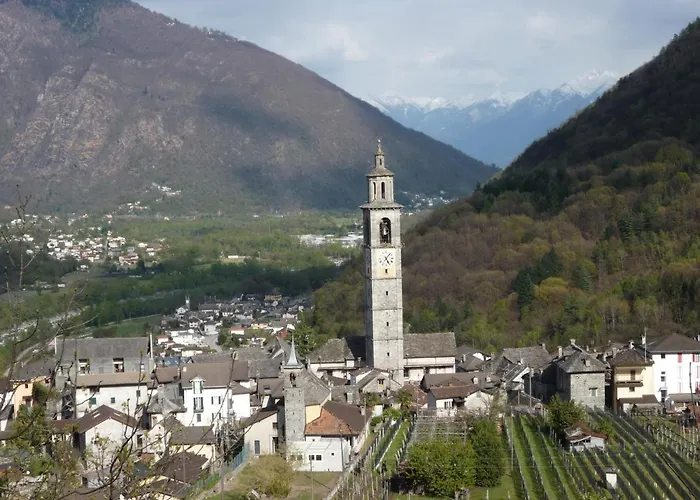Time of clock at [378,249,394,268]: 5:06
